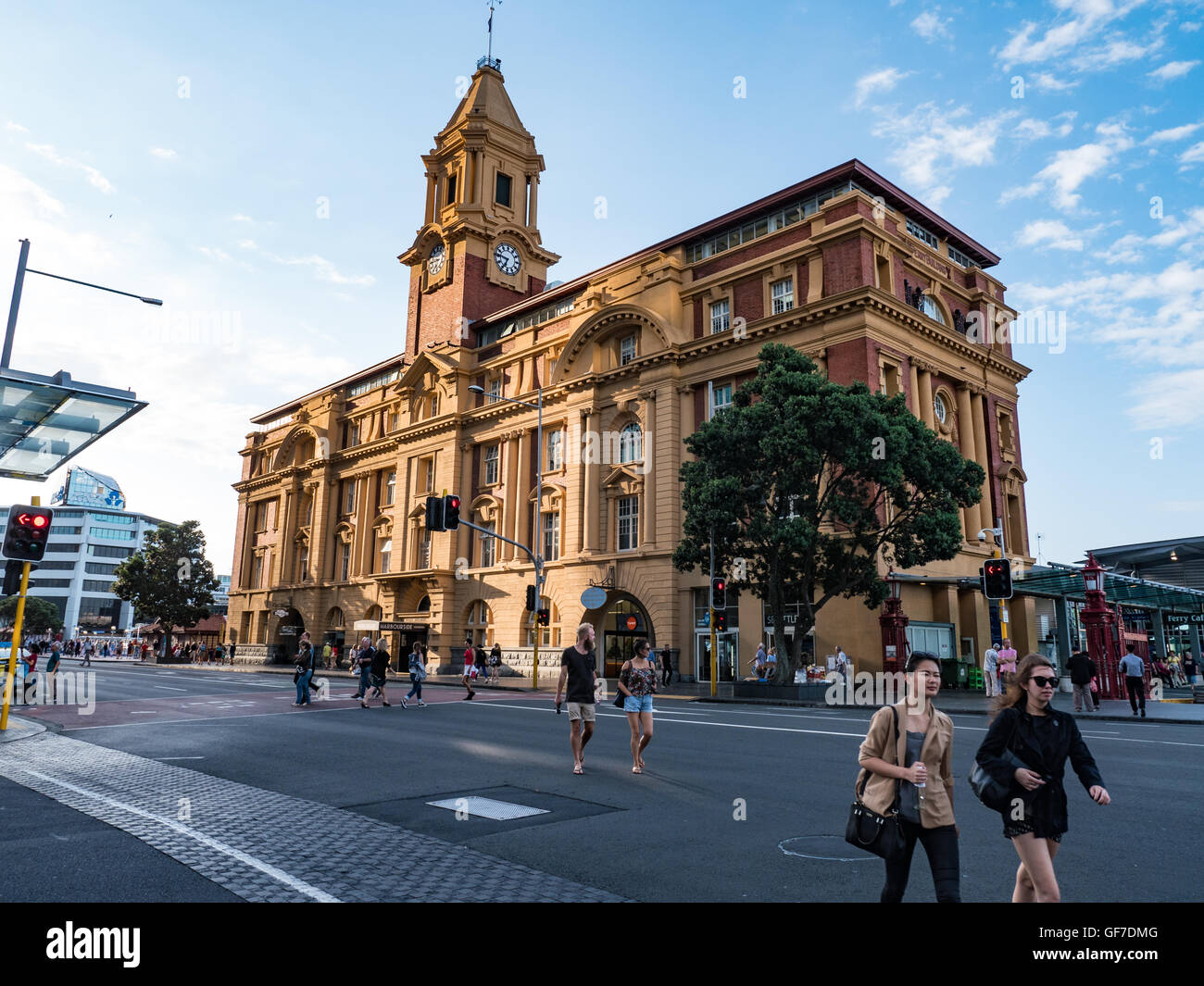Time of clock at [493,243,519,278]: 6:46
